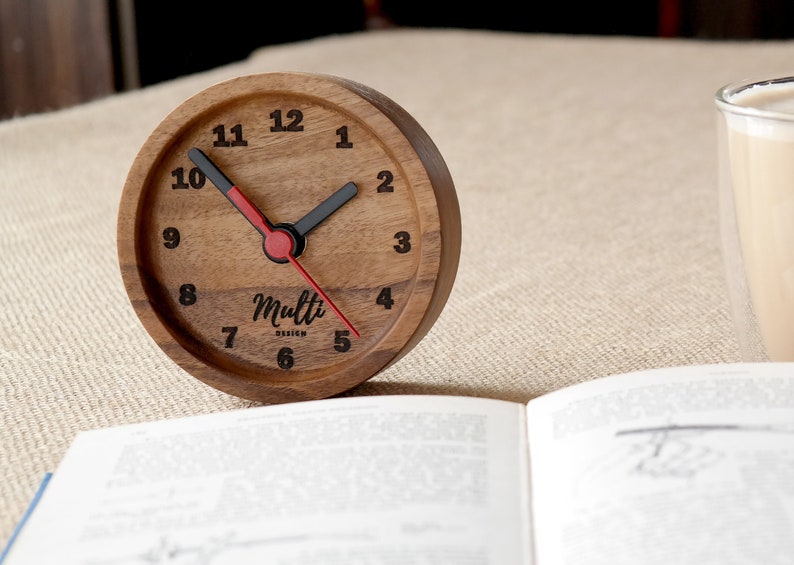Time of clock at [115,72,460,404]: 1:52
